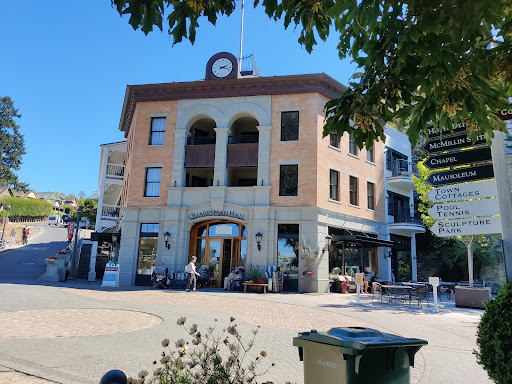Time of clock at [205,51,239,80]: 2:17
